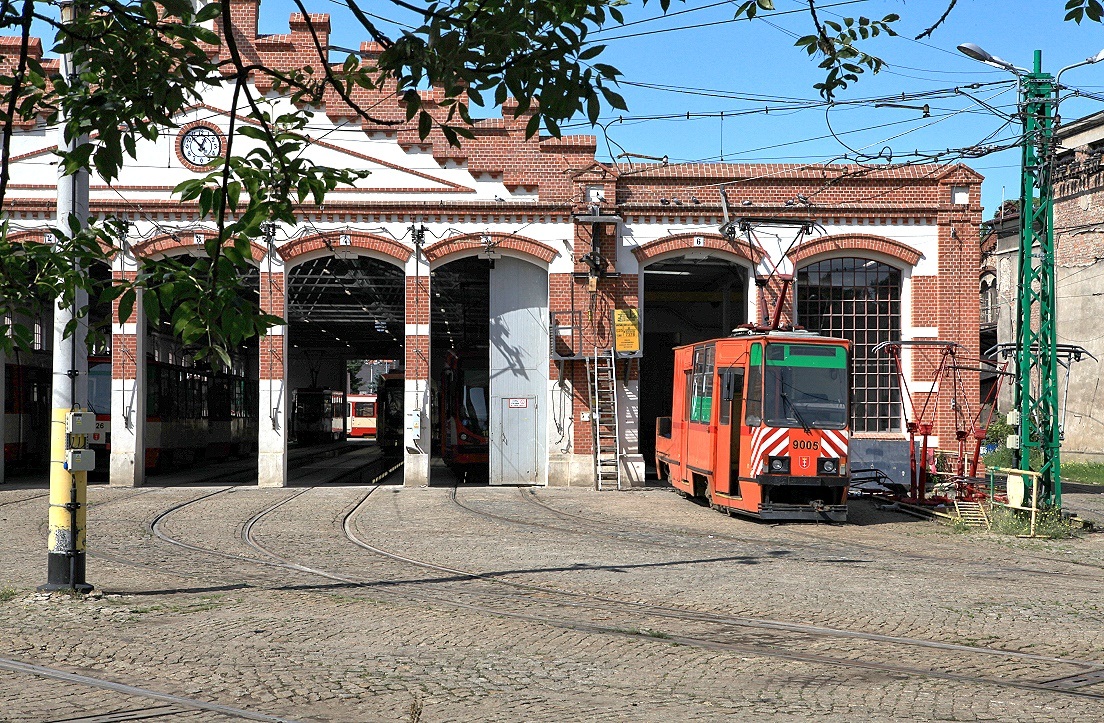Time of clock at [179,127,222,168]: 12:53
